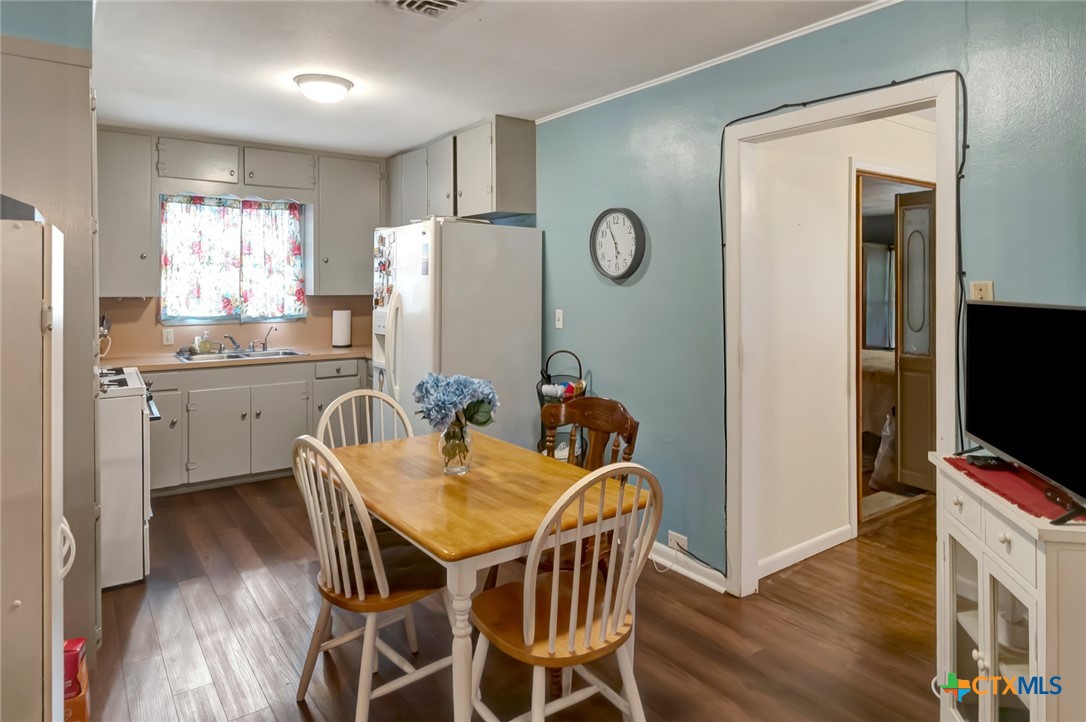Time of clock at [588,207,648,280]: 5:55
